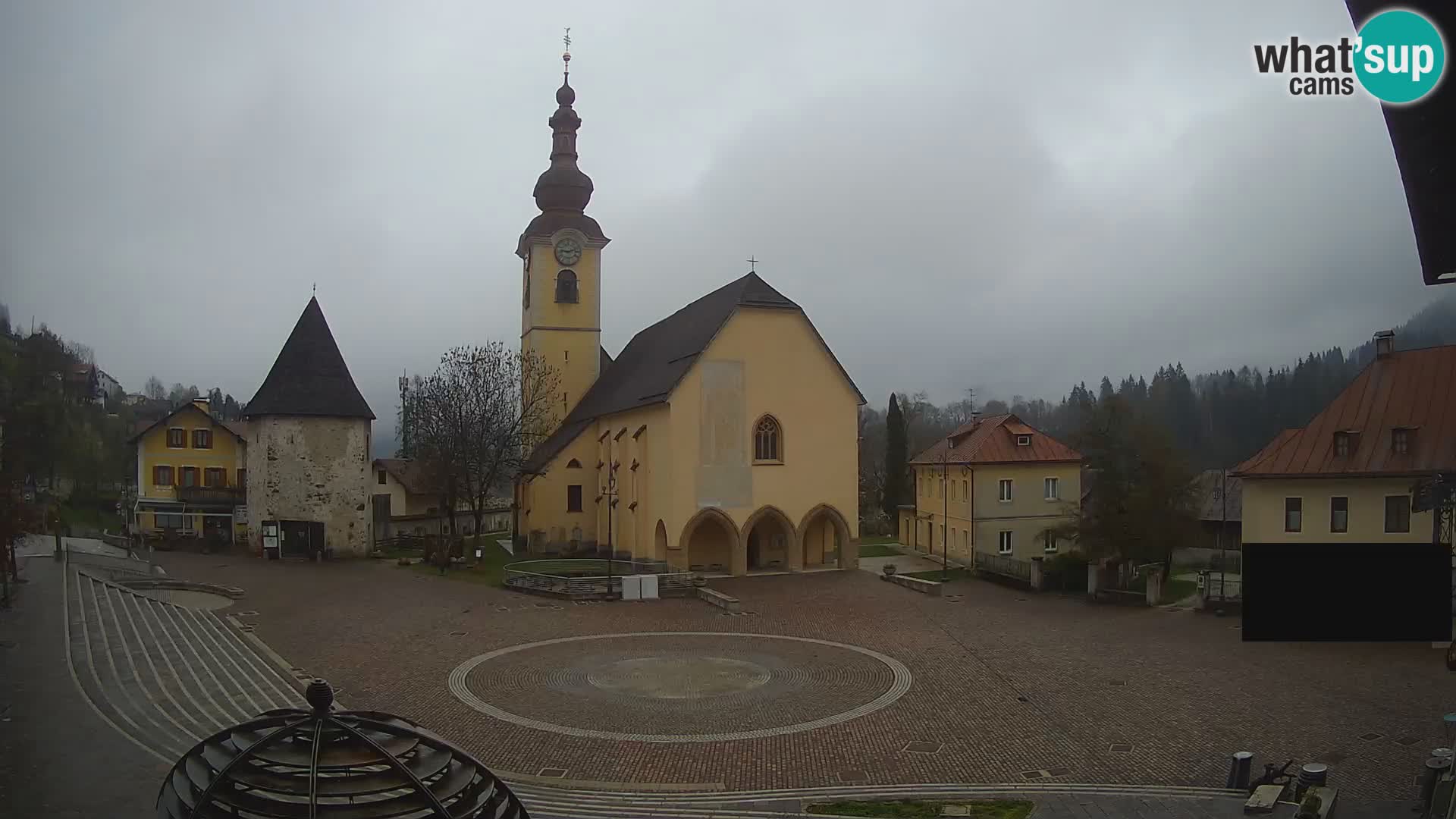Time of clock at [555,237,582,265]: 9:12
